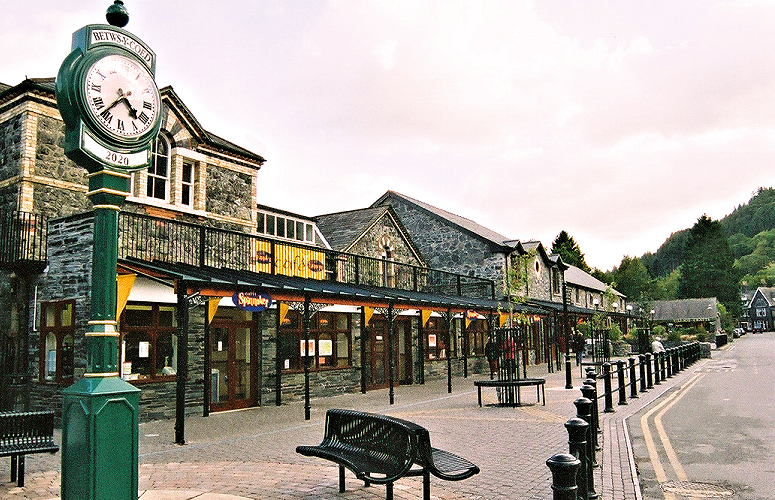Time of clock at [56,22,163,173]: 4:37
